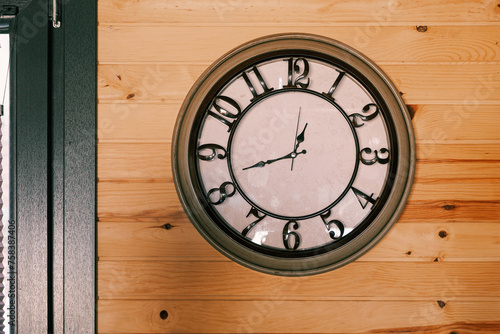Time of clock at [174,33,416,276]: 12:42
